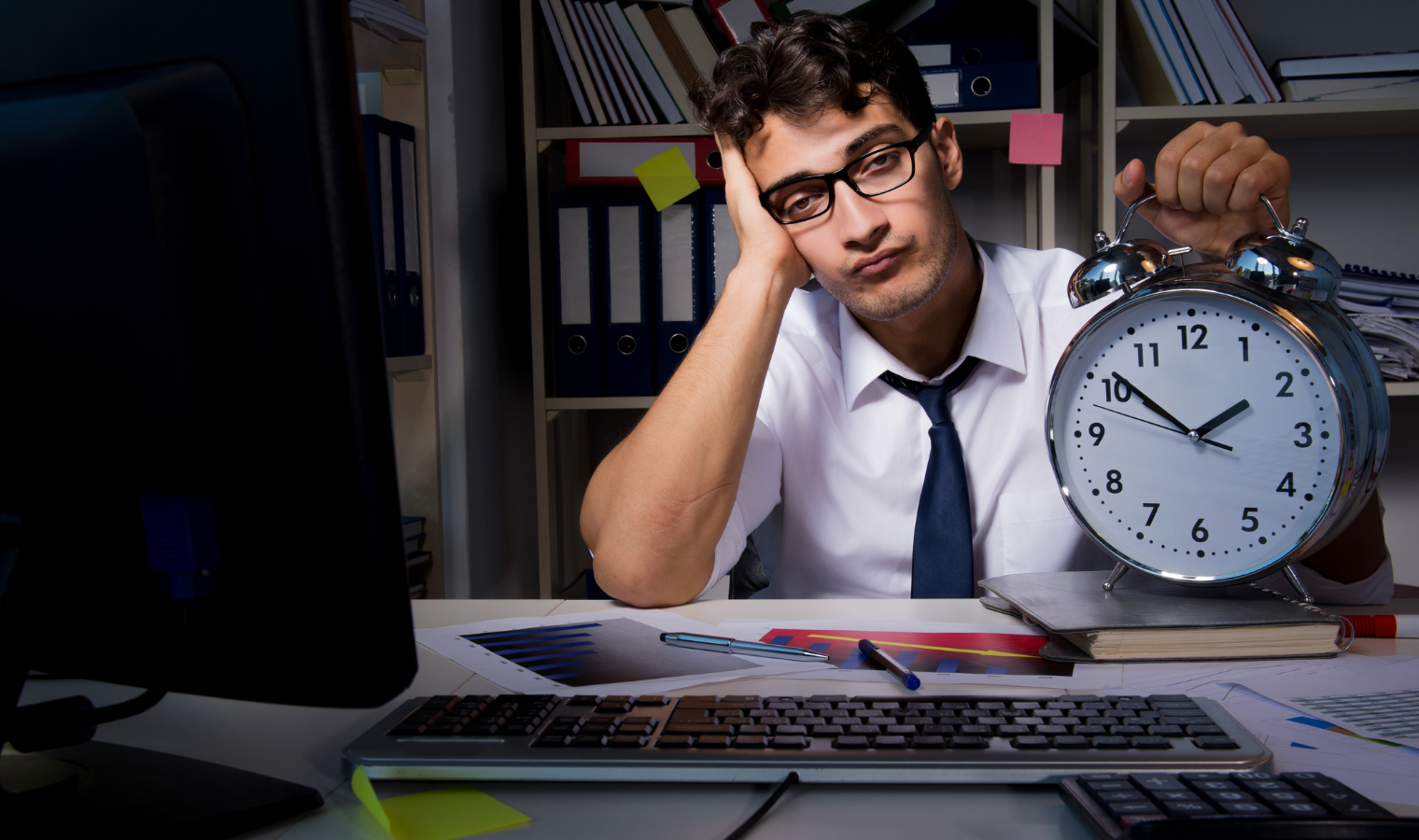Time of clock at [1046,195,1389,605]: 1:51
